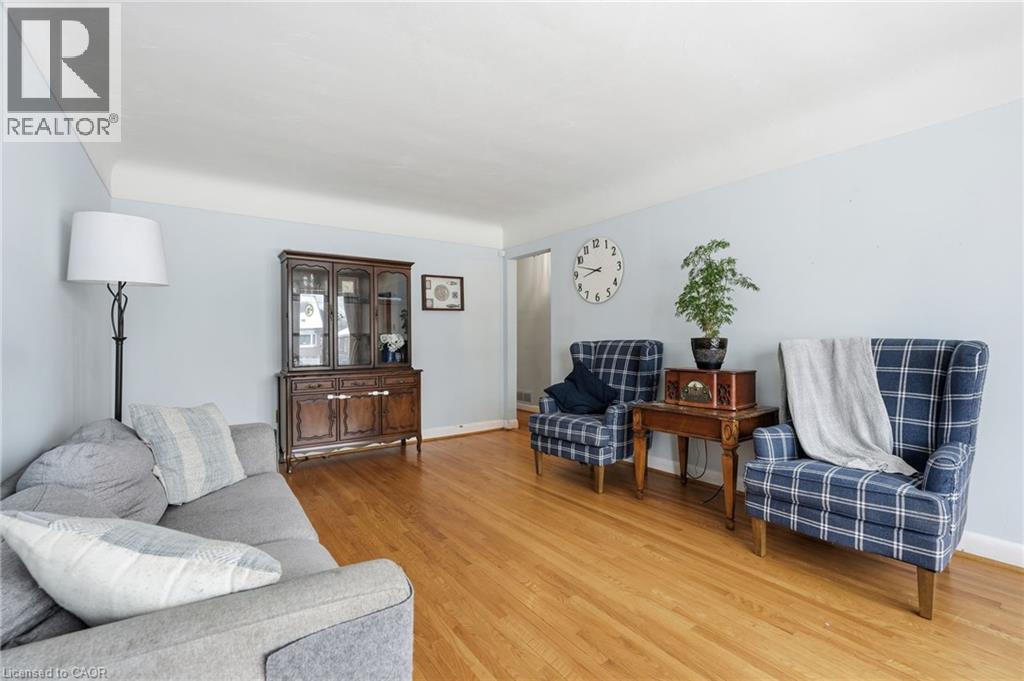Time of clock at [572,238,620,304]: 8:47
